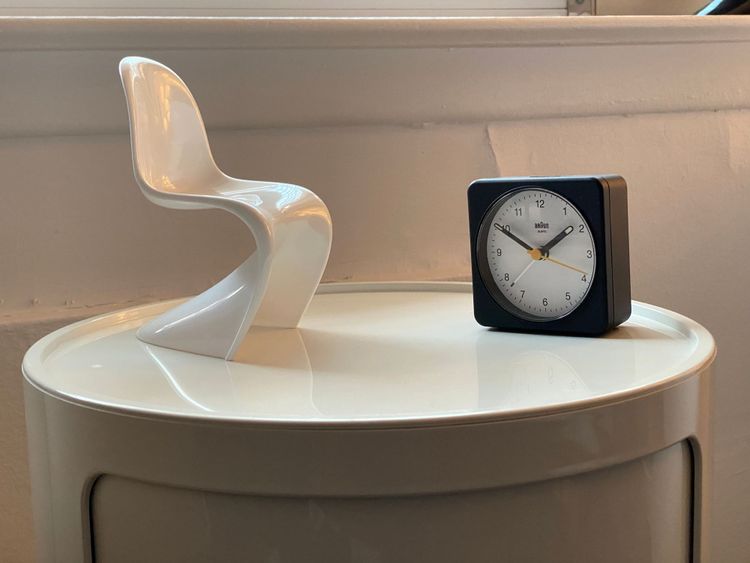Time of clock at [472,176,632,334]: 1:50
